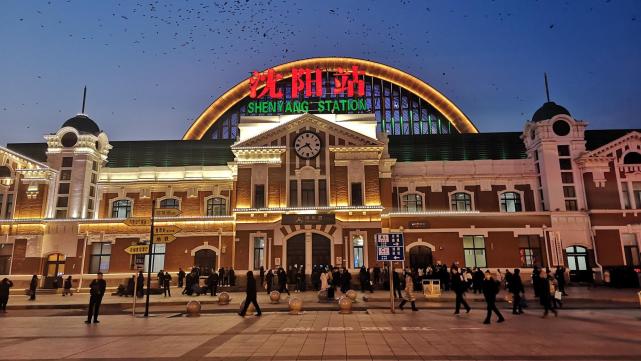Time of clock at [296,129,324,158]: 4:41
